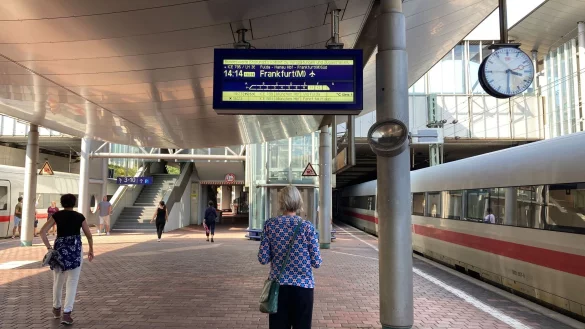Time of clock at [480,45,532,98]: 3:30
